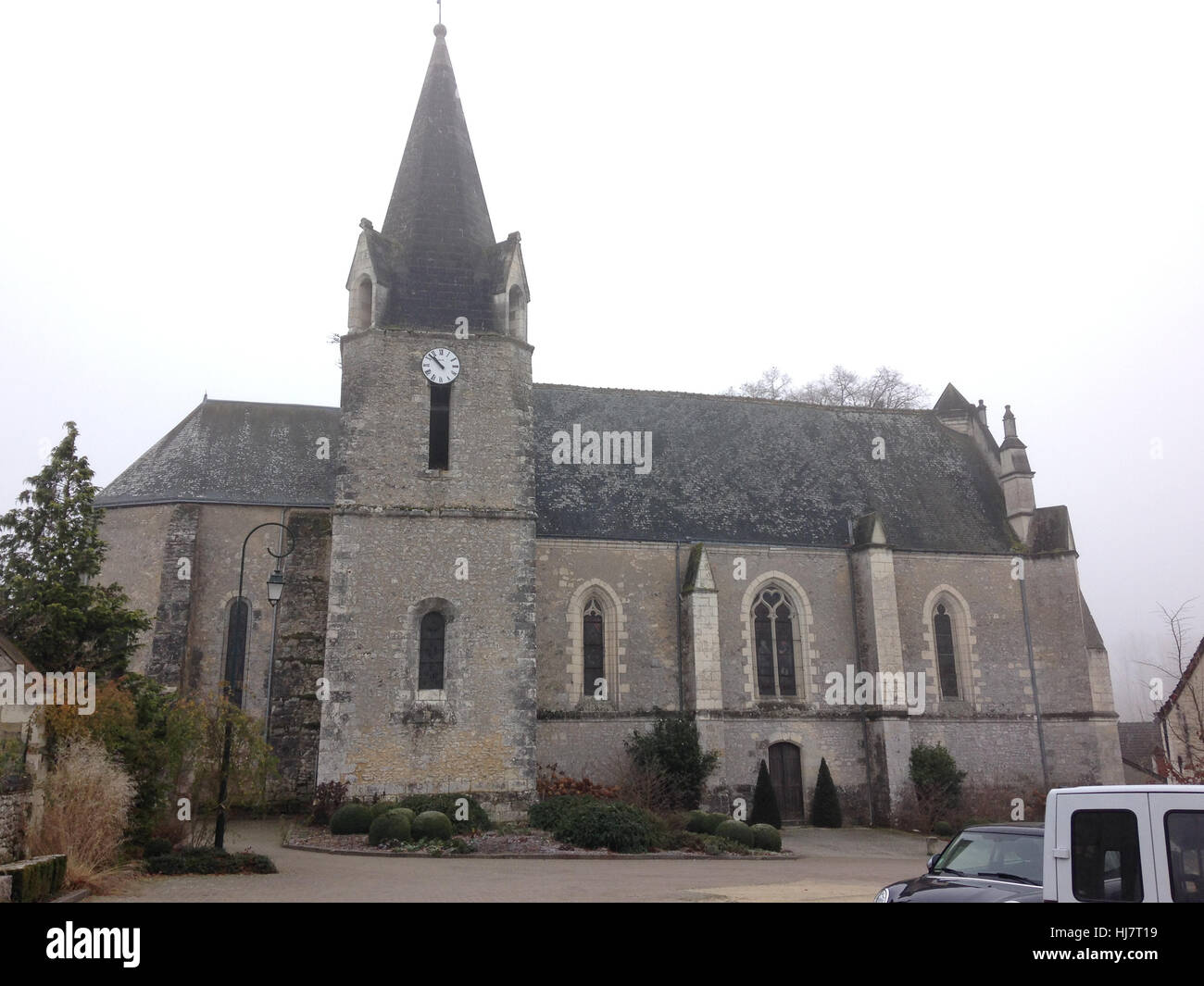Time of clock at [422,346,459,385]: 10:52
